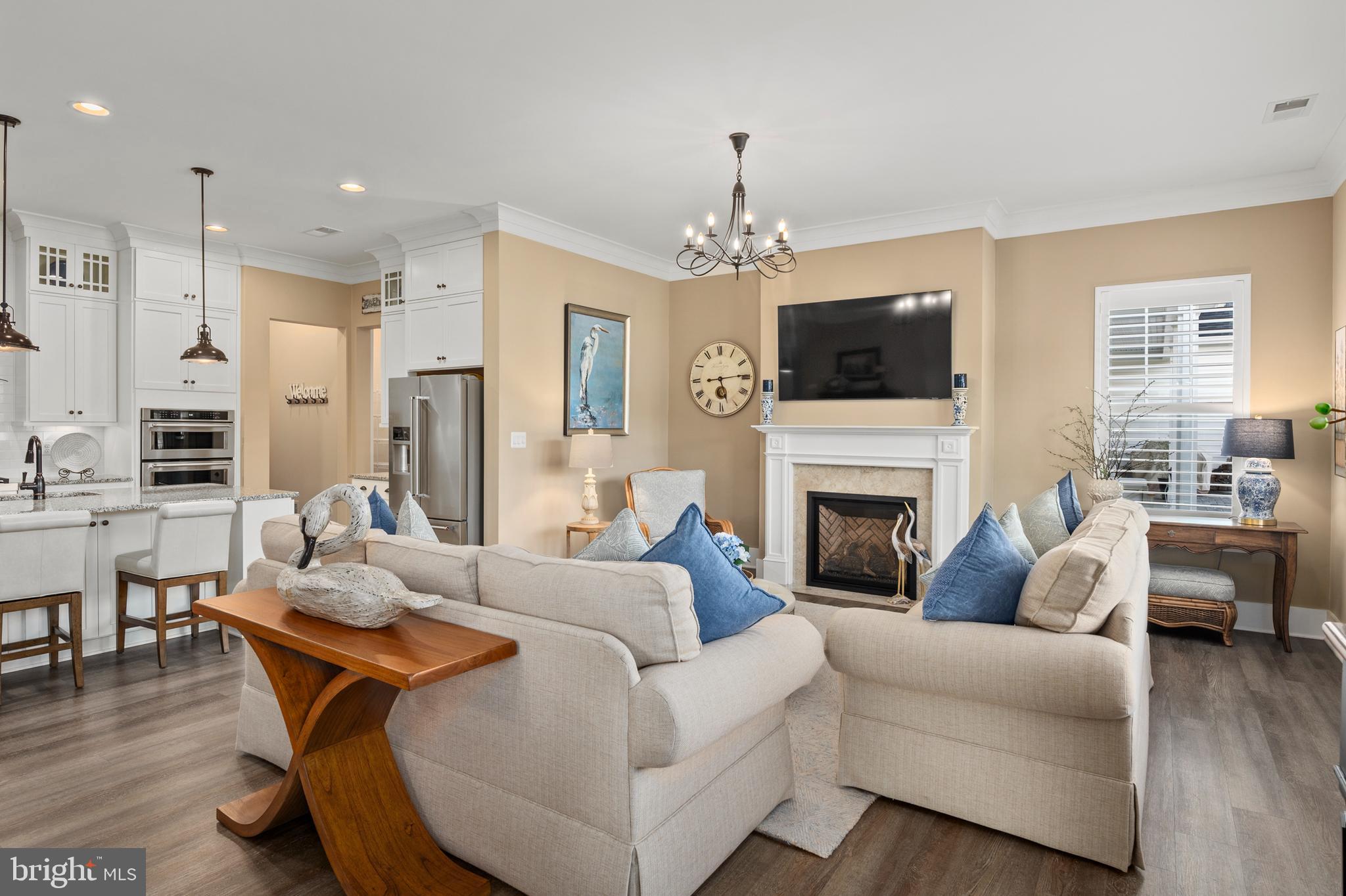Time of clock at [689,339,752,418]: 5:14
